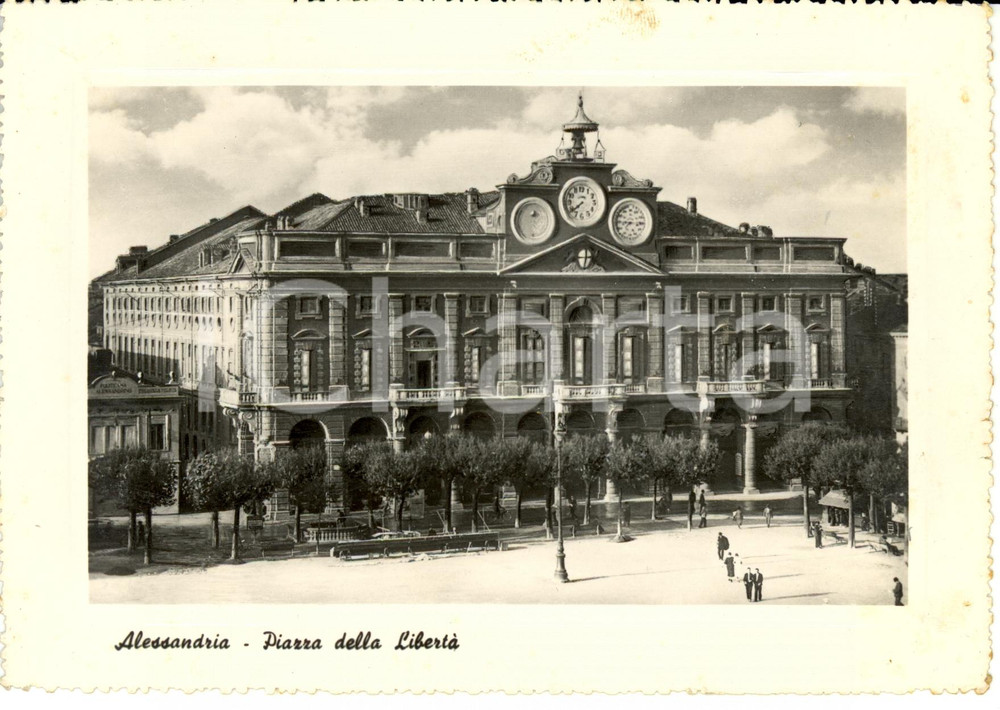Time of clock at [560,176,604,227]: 7:38
